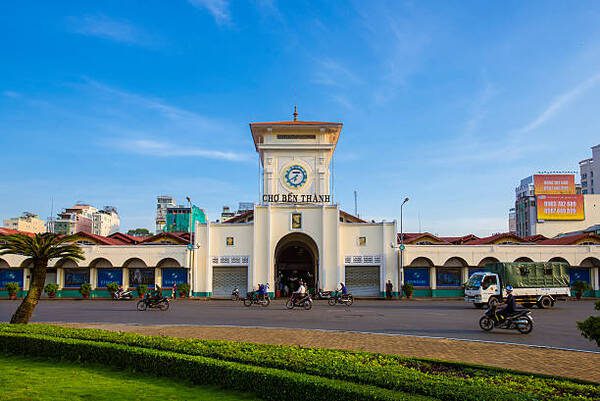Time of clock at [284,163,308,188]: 6:39
